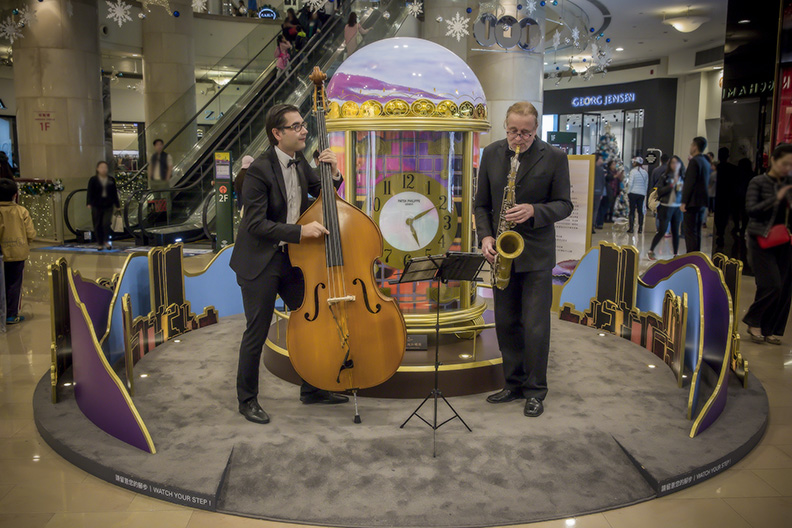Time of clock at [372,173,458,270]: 5:10
